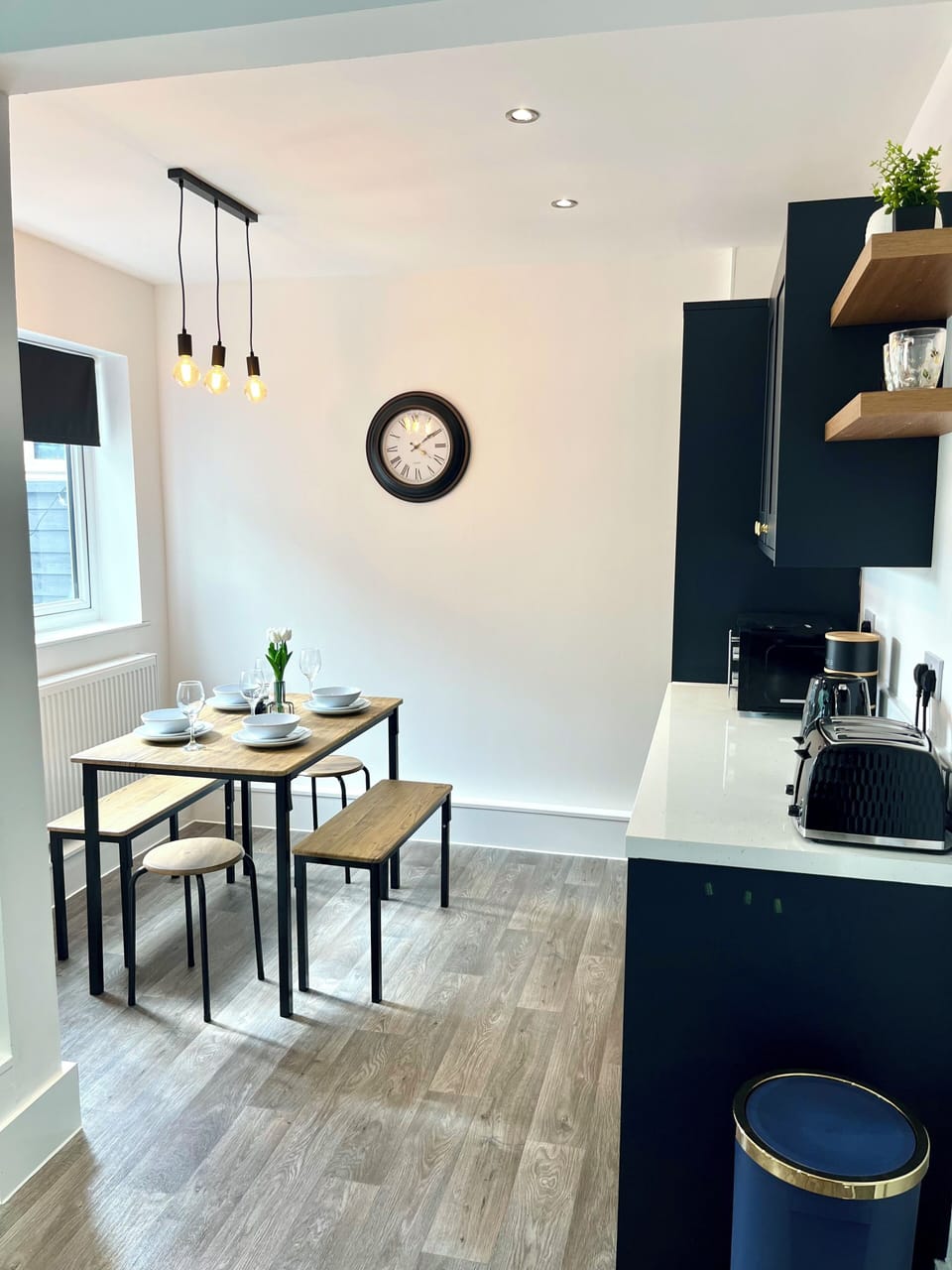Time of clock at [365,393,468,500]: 4:09
